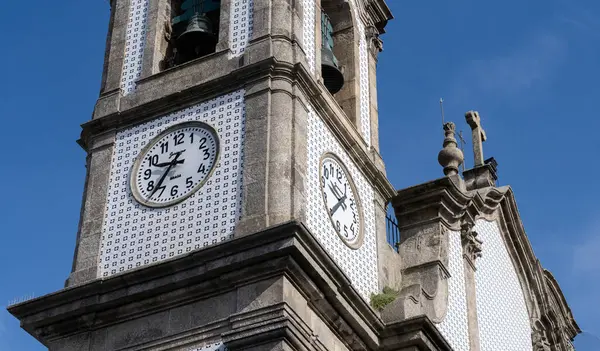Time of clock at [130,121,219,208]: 9:36
